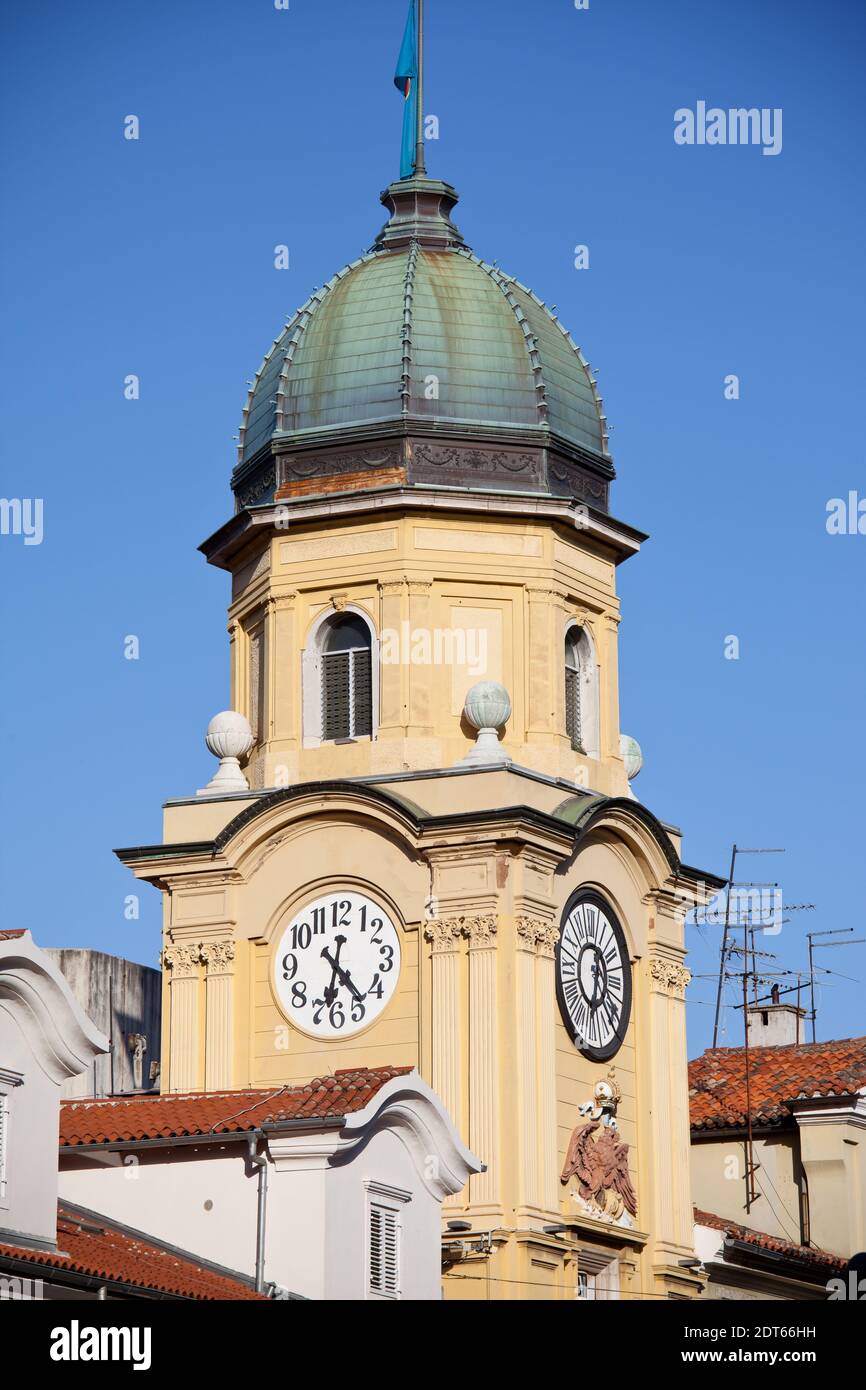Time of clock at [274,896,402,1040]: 6:23
